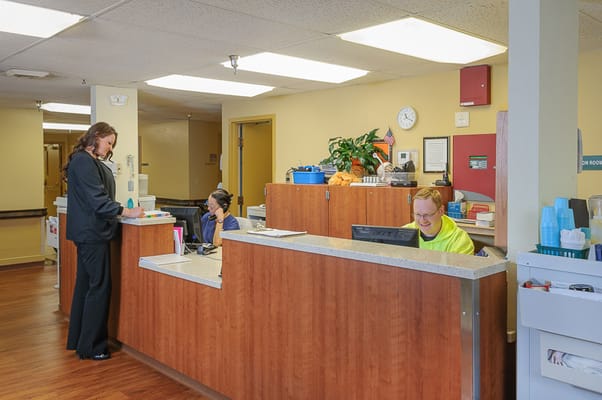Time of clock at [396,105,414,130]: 11:19
